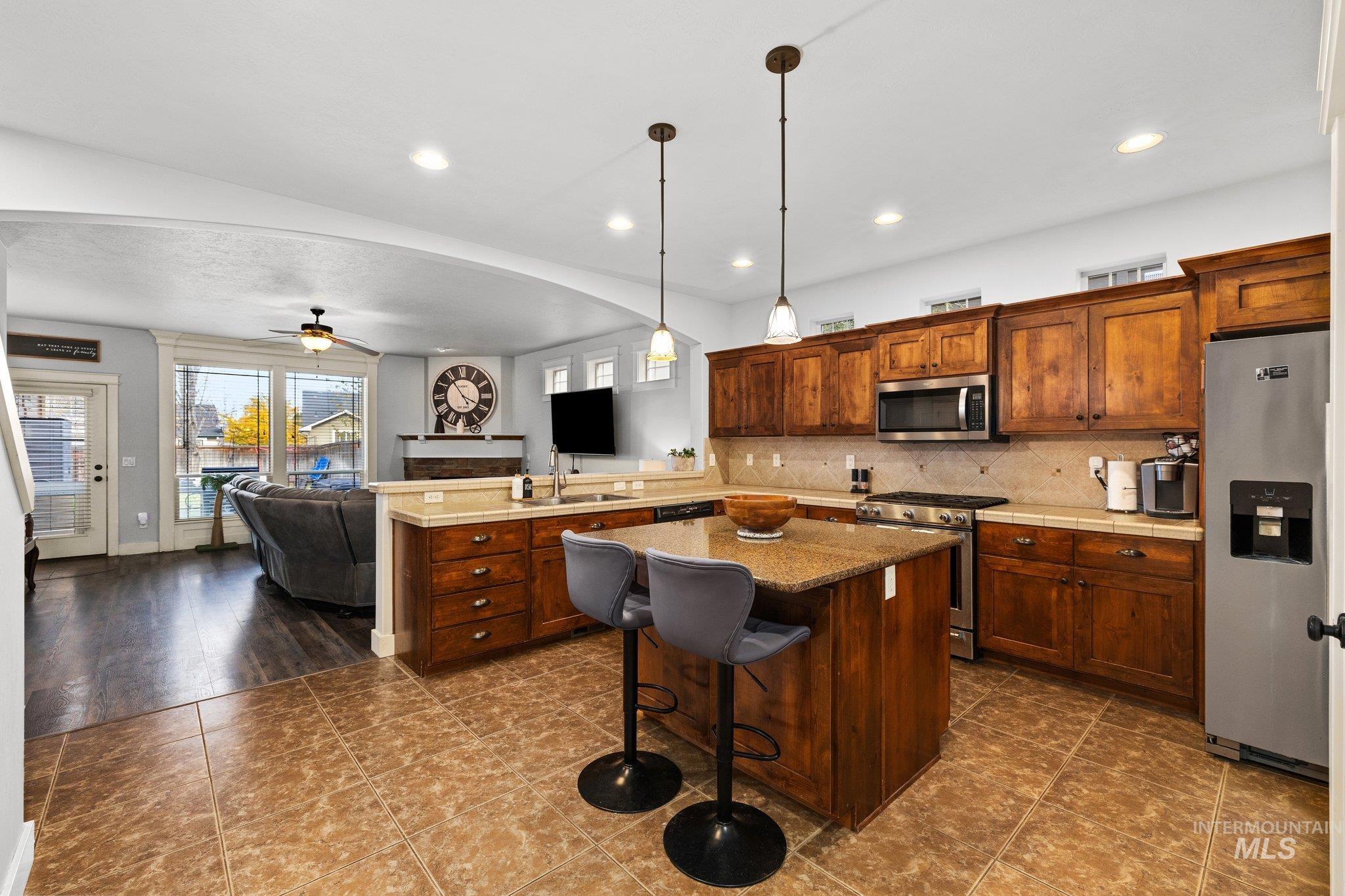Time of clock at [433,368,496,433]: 3:54
